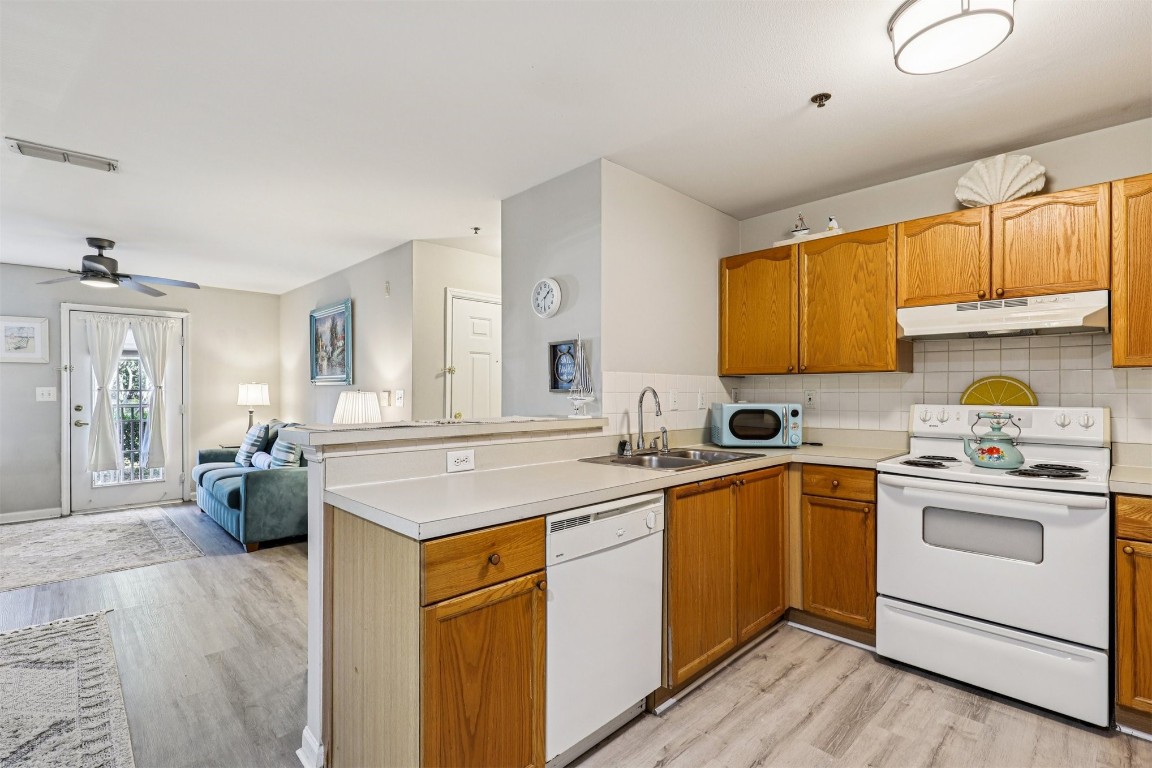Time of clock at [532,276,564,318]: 1:30
